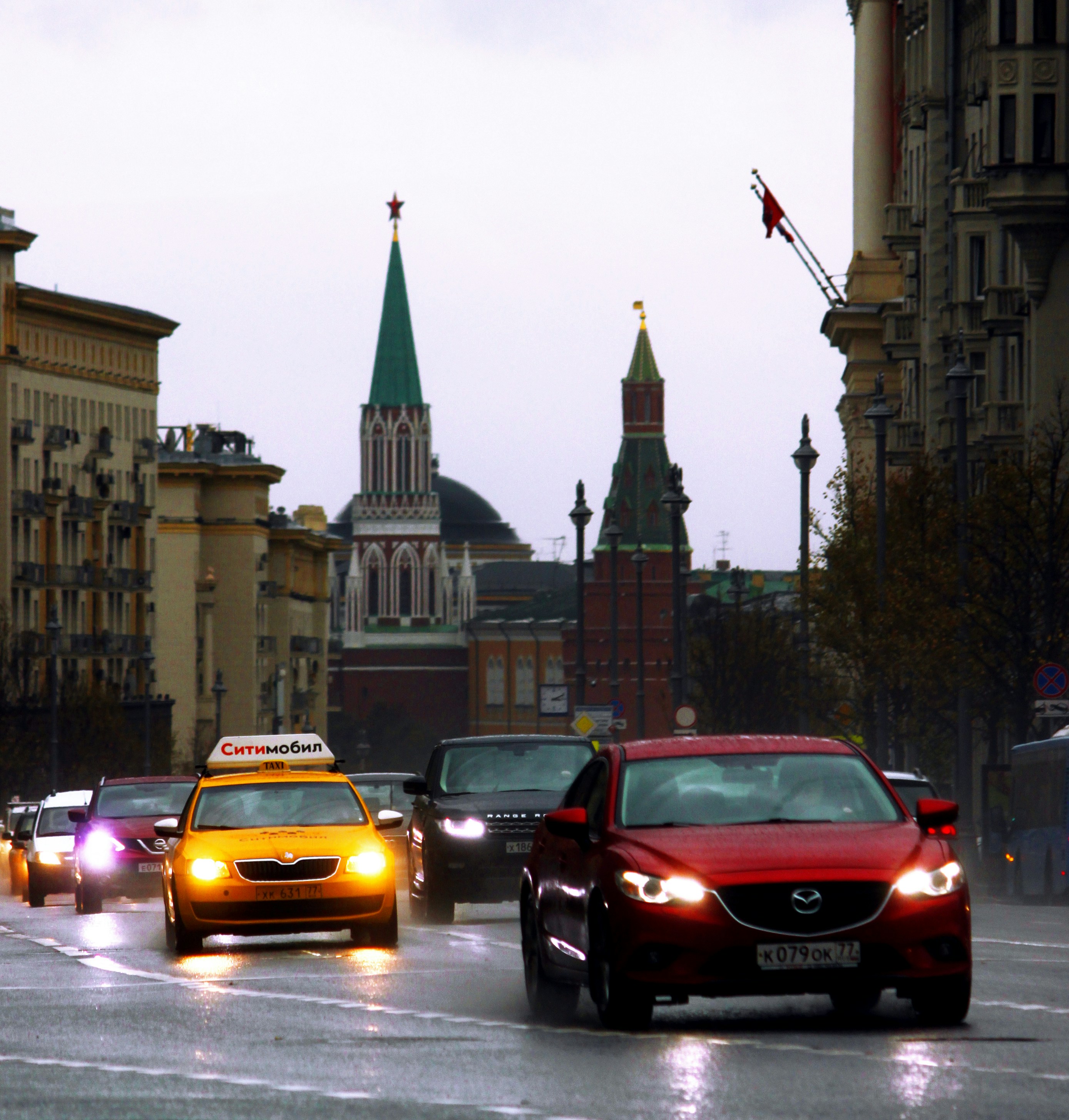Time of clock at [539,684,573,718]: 3:10
